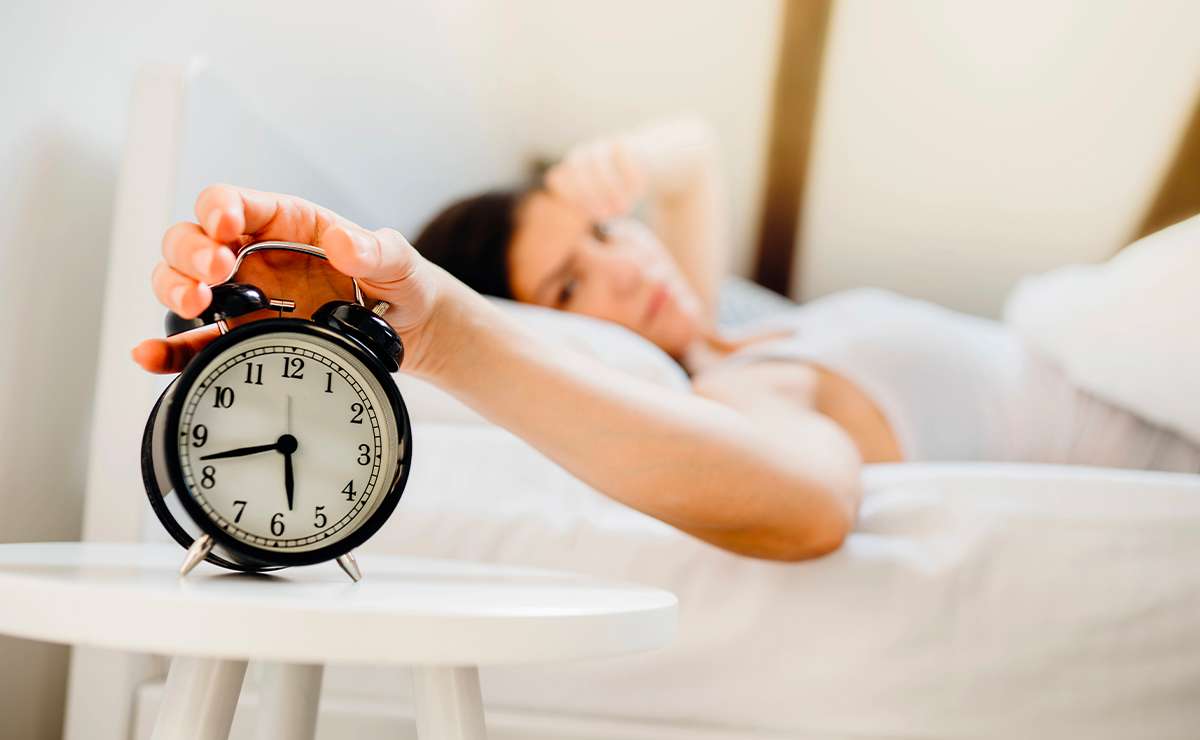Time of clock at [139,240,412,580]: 5:42
